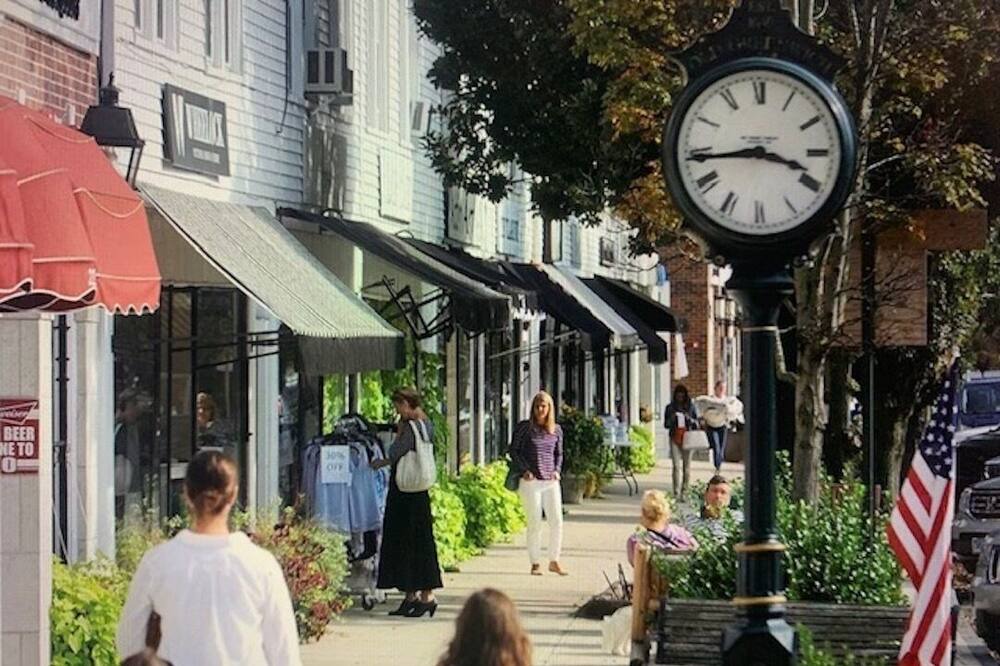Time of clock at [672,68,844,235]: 3:43
